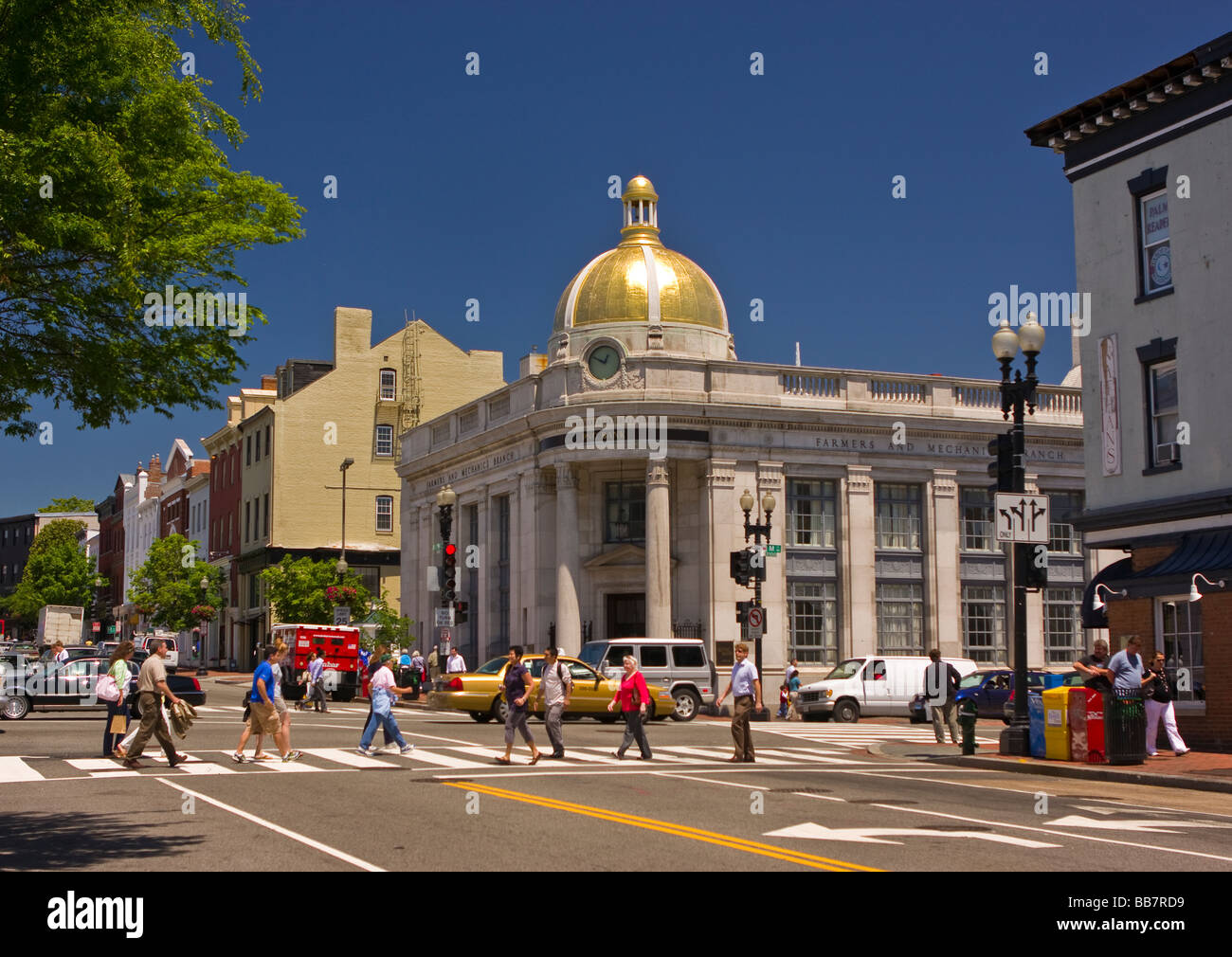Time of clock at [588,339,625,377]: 12:49
